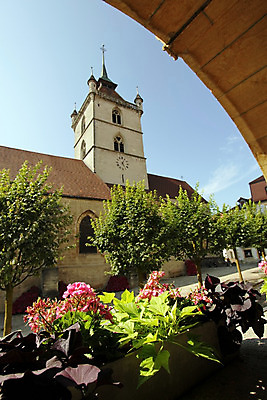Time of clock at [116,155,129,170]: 5:04
